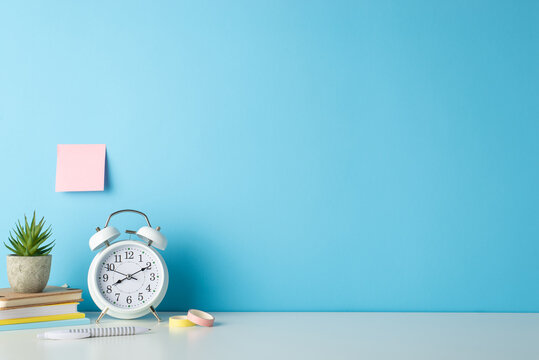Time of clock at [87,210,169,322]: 8:10
